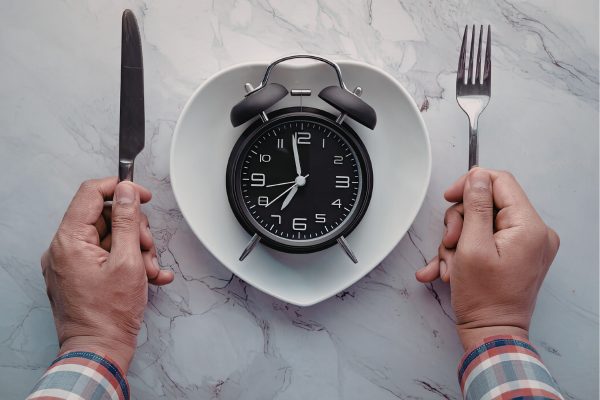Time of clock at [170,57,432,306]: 6:58
